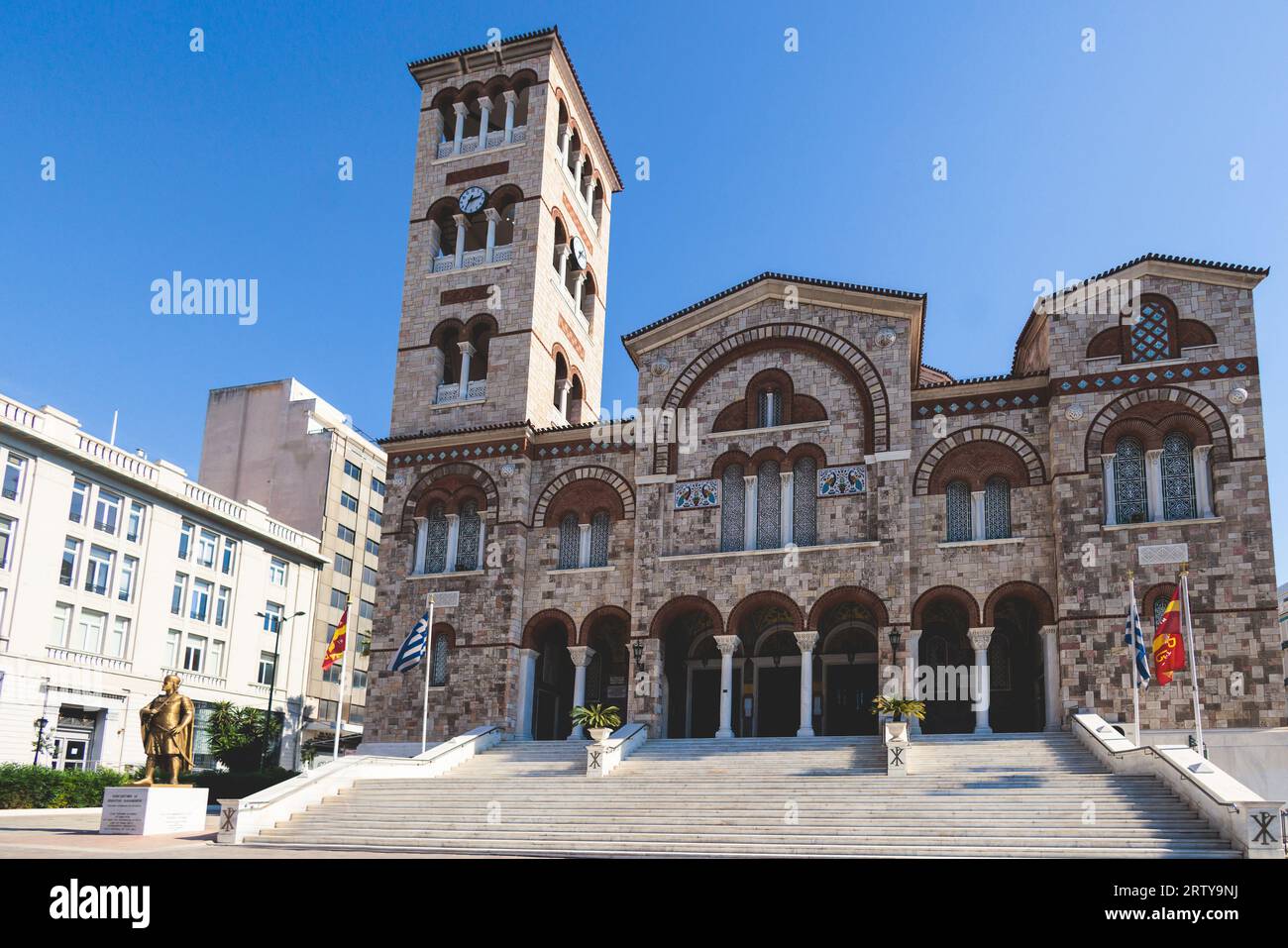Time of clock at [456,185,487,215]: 2:35
